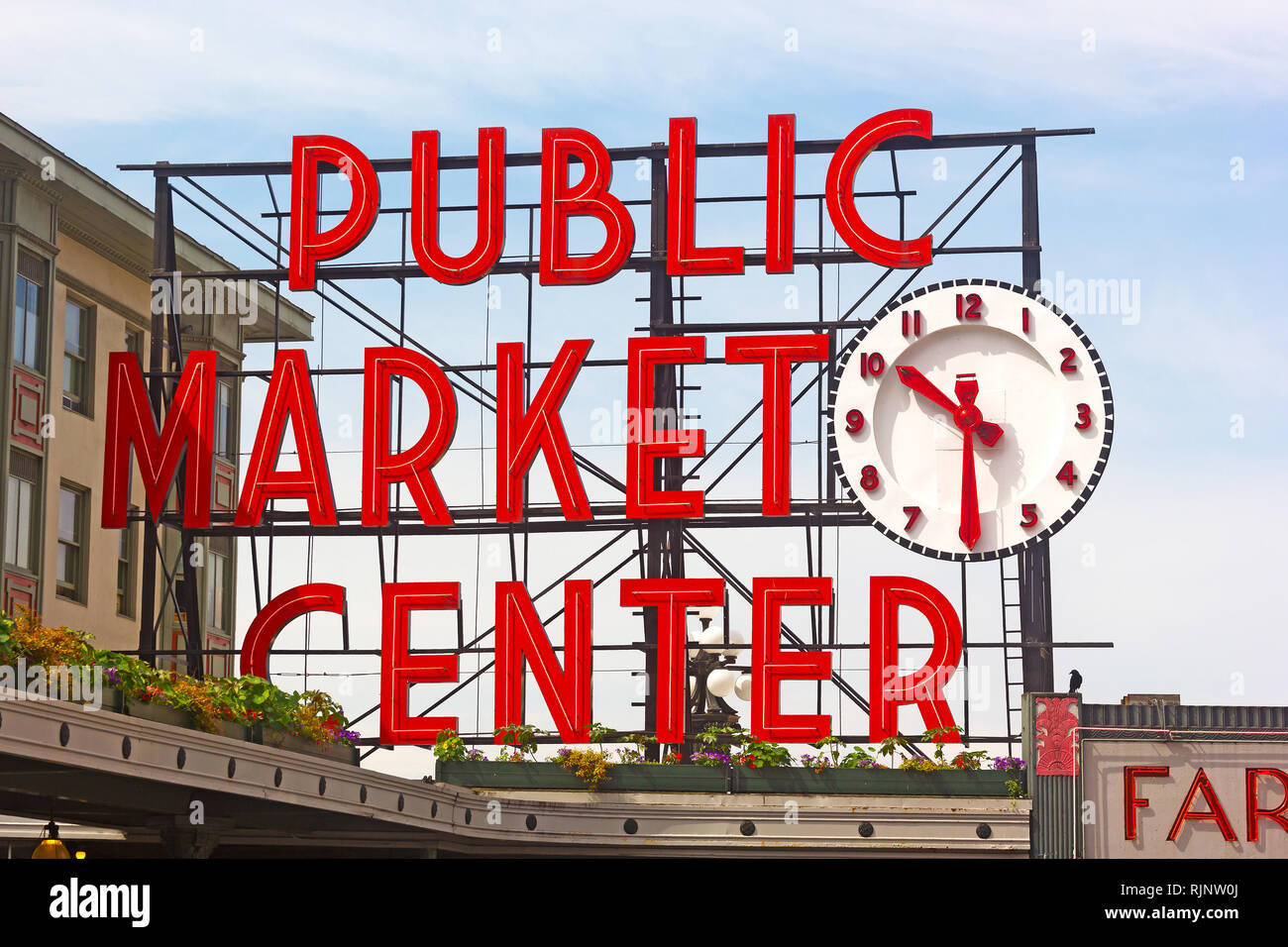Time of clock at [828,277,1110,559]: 10:30
